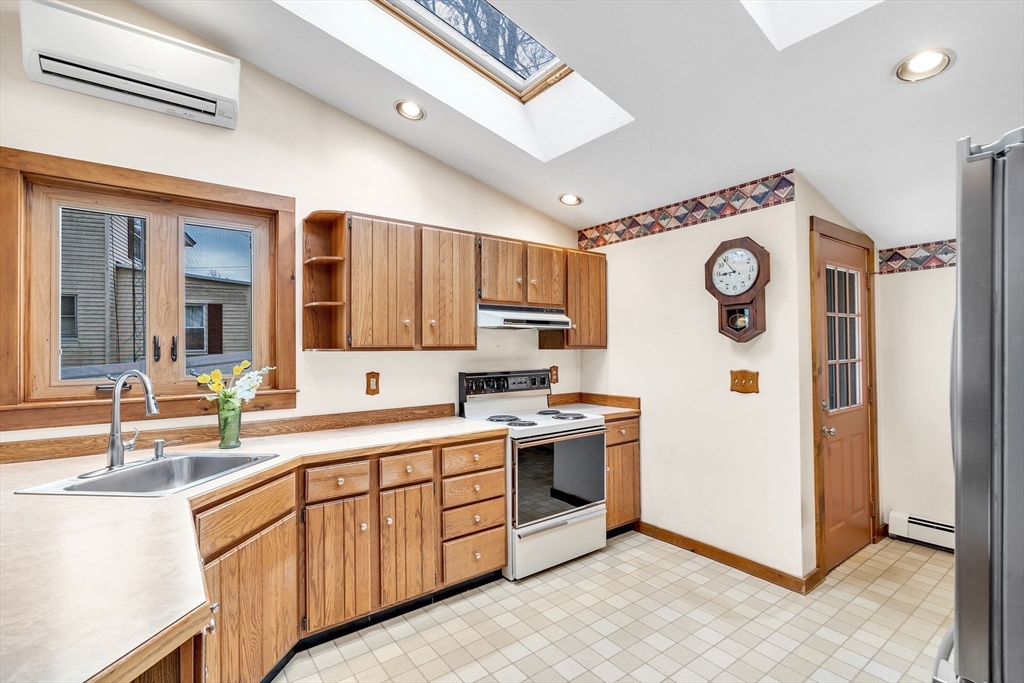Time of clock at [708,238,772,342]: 8:53
